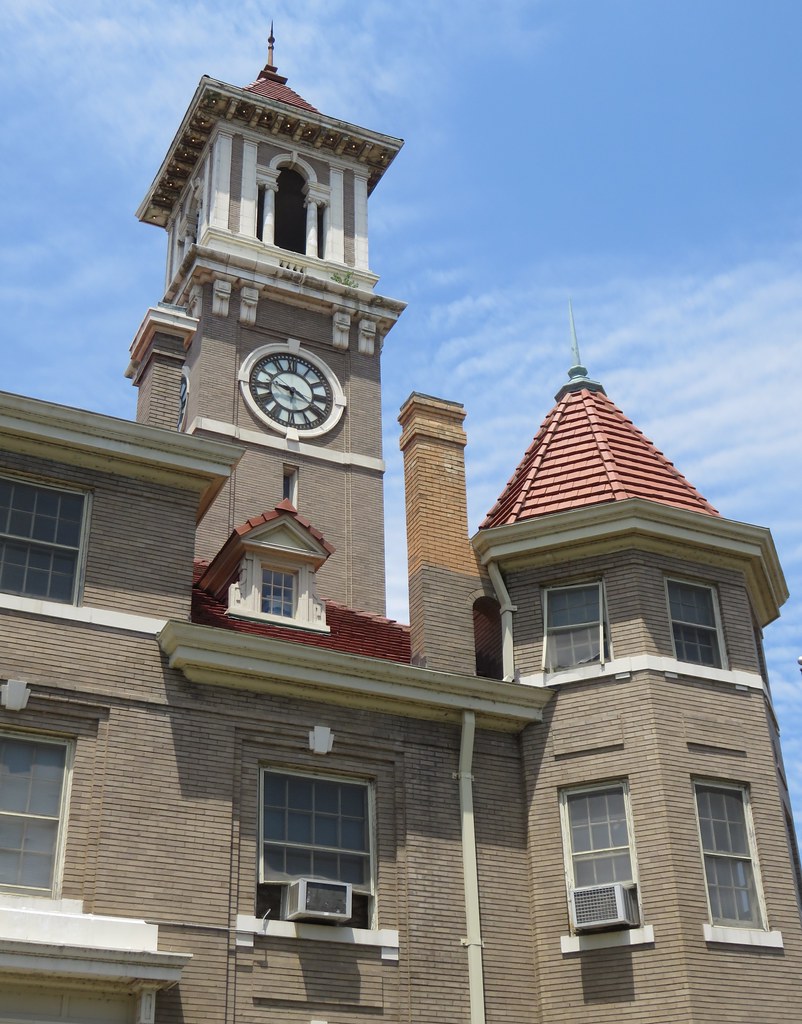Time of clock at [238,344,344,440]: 9:20
